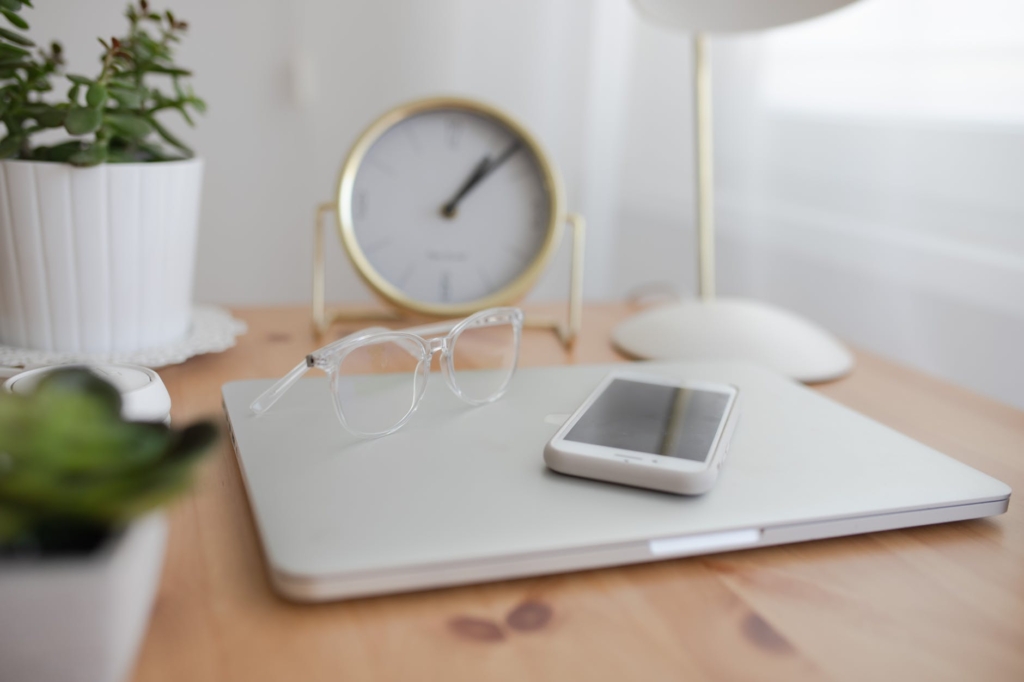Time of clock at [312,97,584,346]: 1:07
